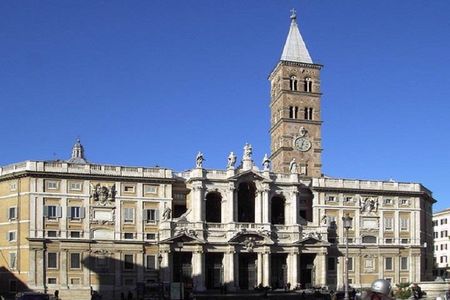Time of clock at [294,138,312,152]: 12:32
